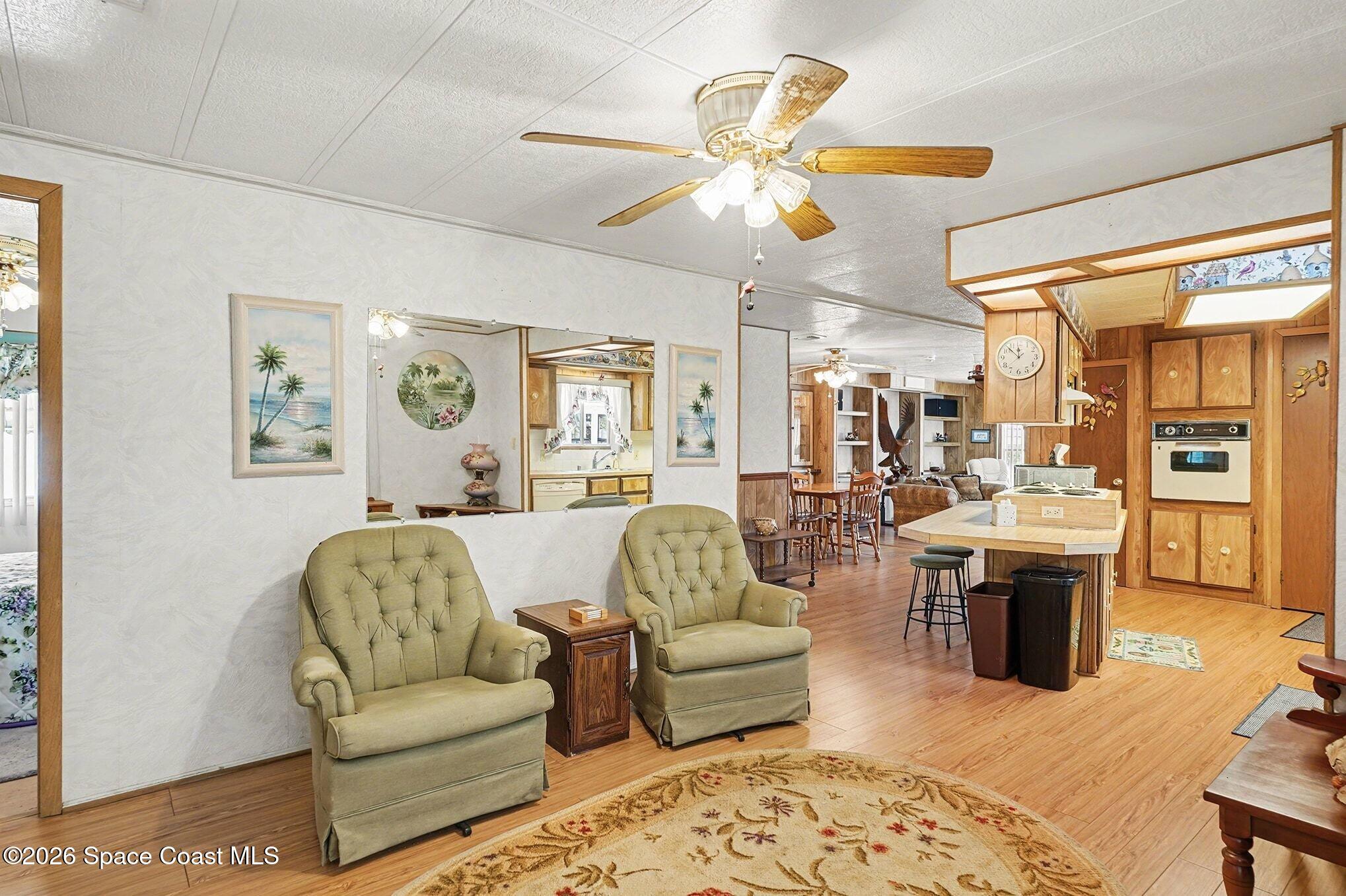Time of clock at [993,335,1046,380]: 11:52
